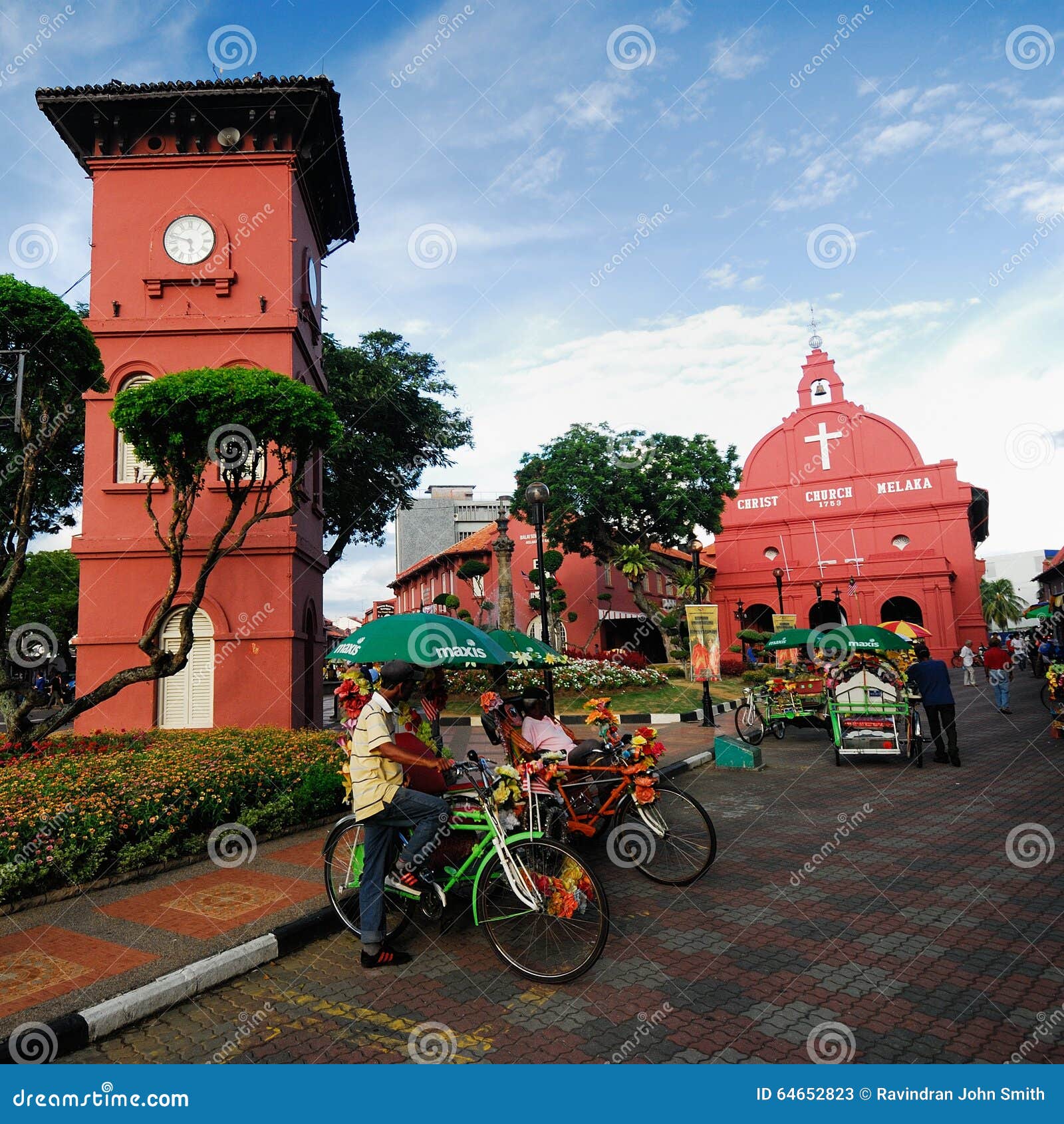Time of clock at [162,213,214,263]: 5:47
